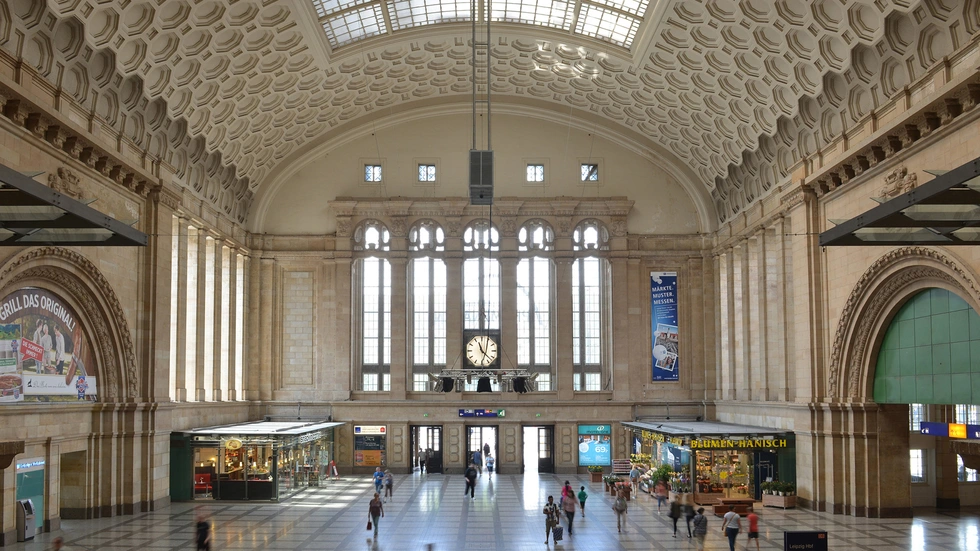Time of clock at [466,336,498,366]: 11:22
